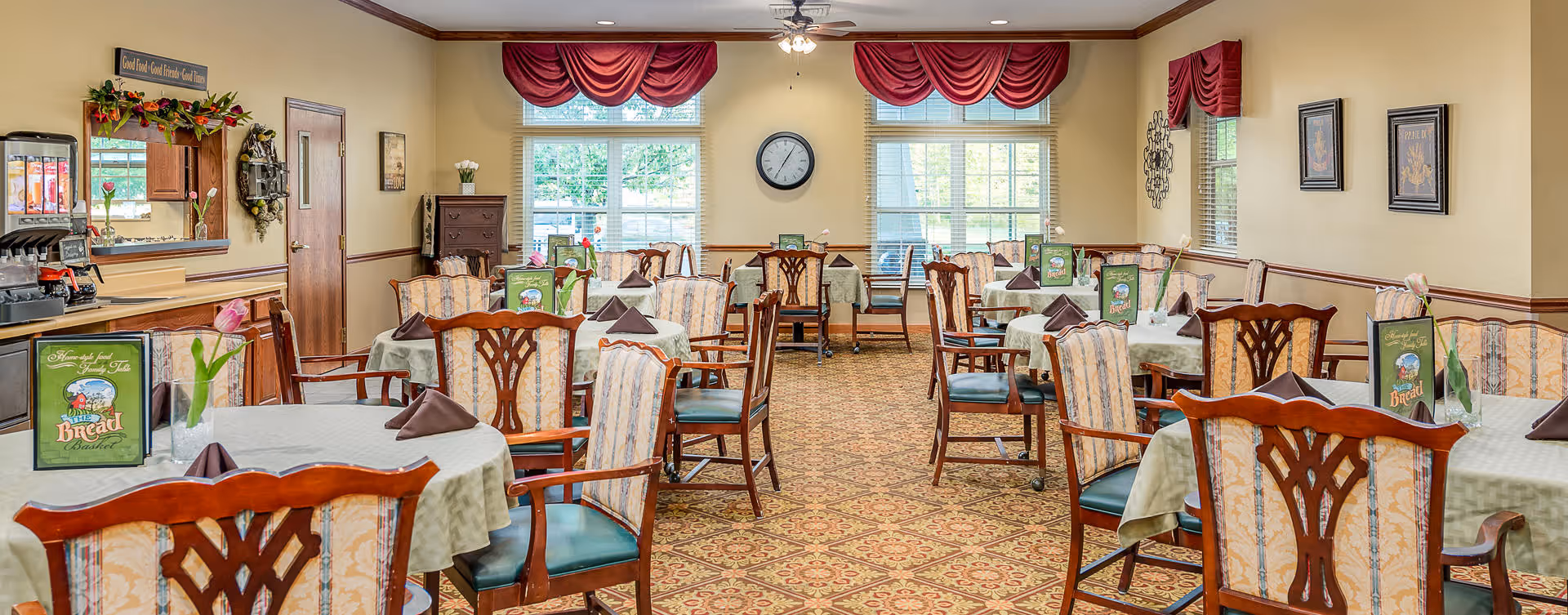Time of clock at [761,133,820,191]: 7:05
